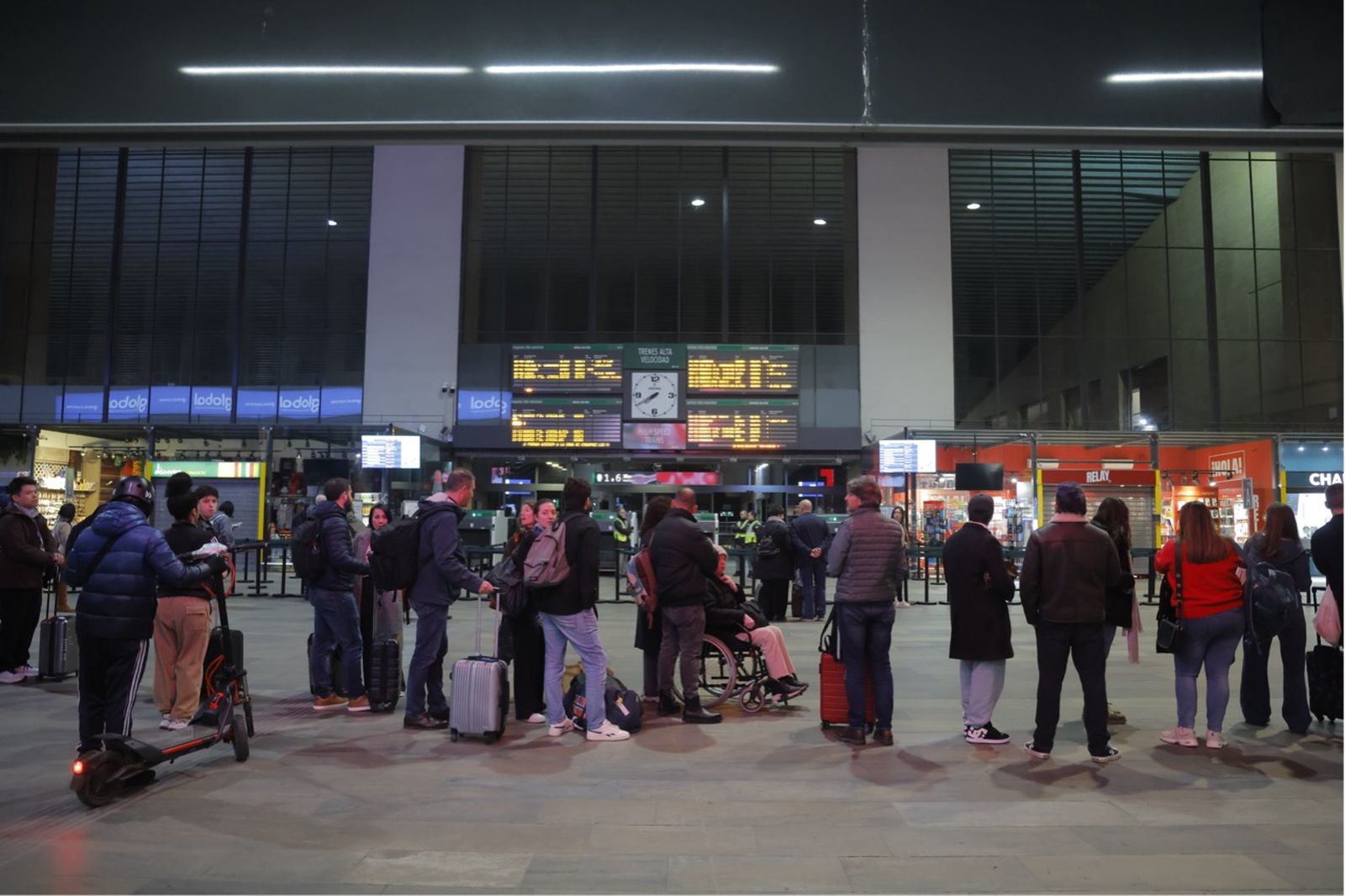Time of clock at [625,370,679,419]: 7:39
